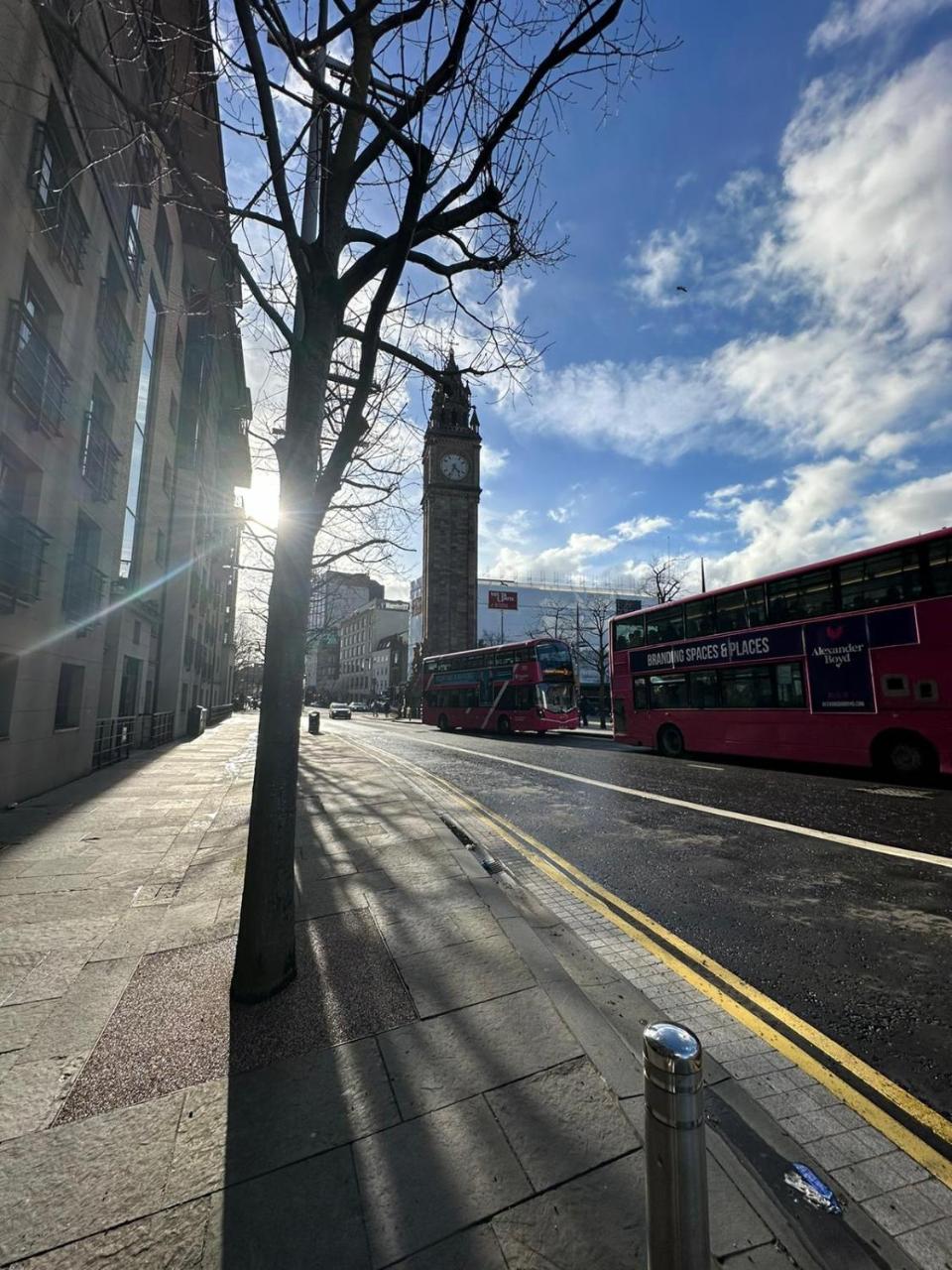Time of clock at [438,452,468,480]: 4:34
